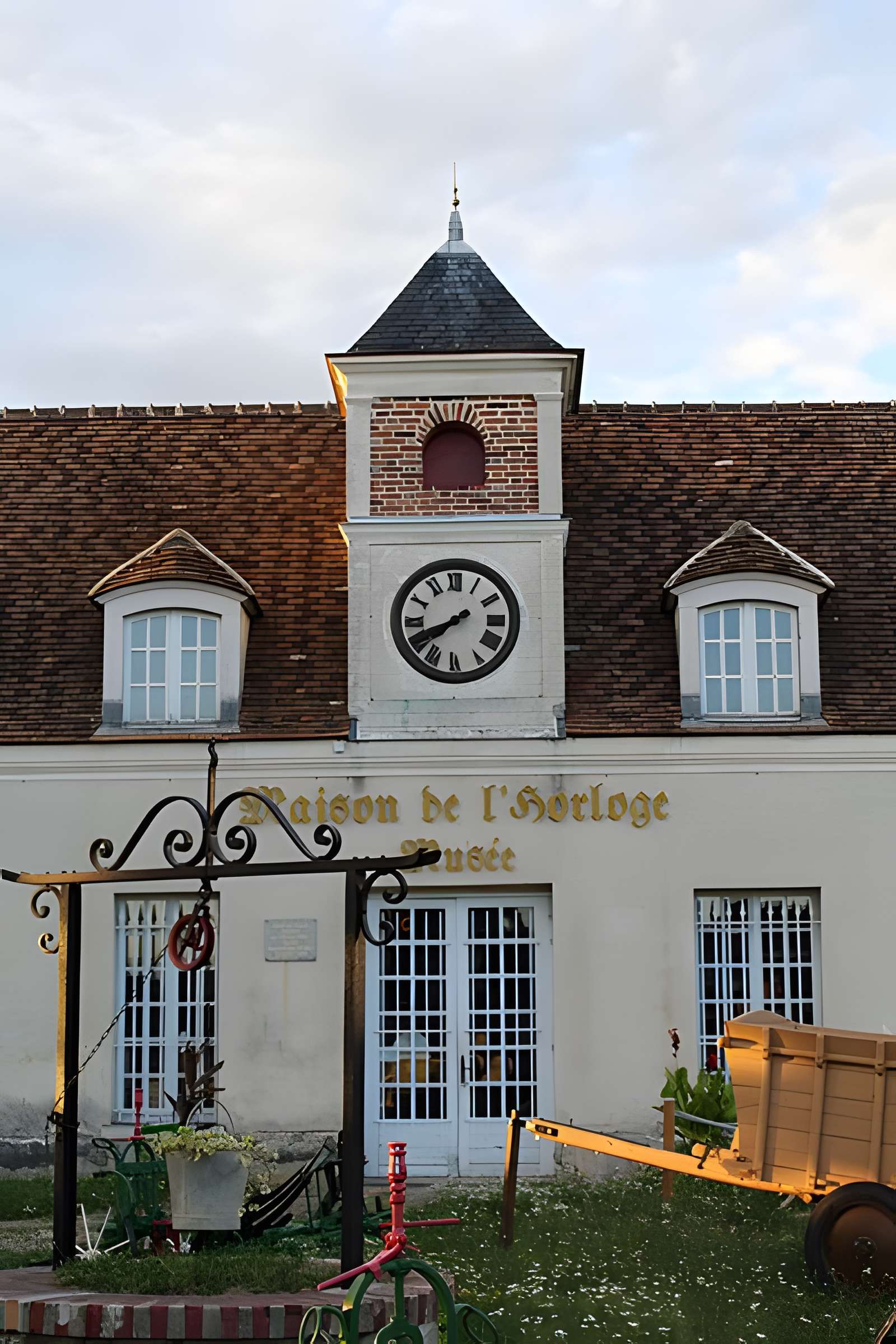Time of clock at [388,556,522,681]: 7:40
